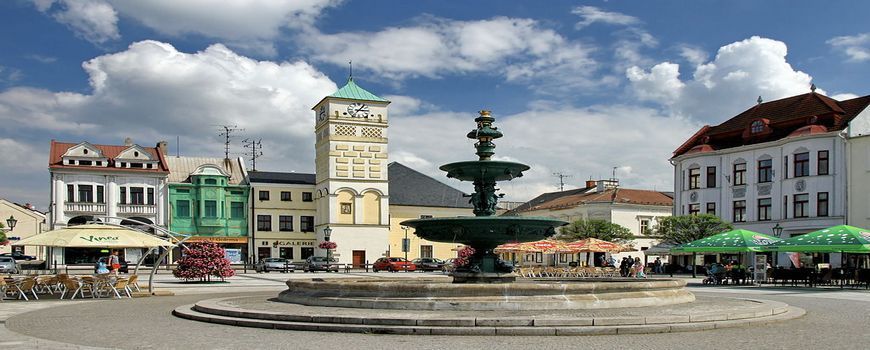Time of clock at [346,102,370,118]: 3:05
